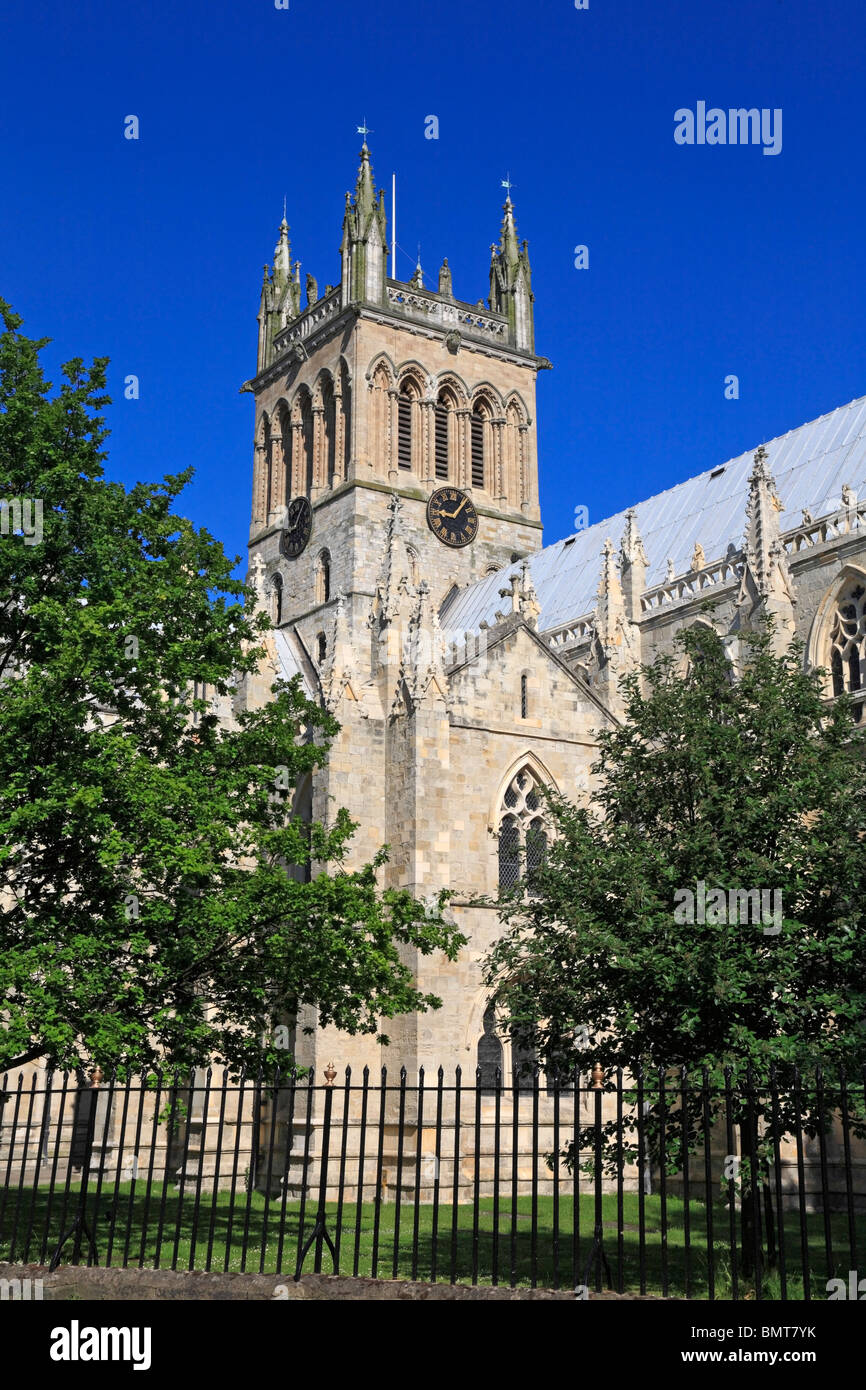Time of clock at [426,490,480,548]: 9:07
